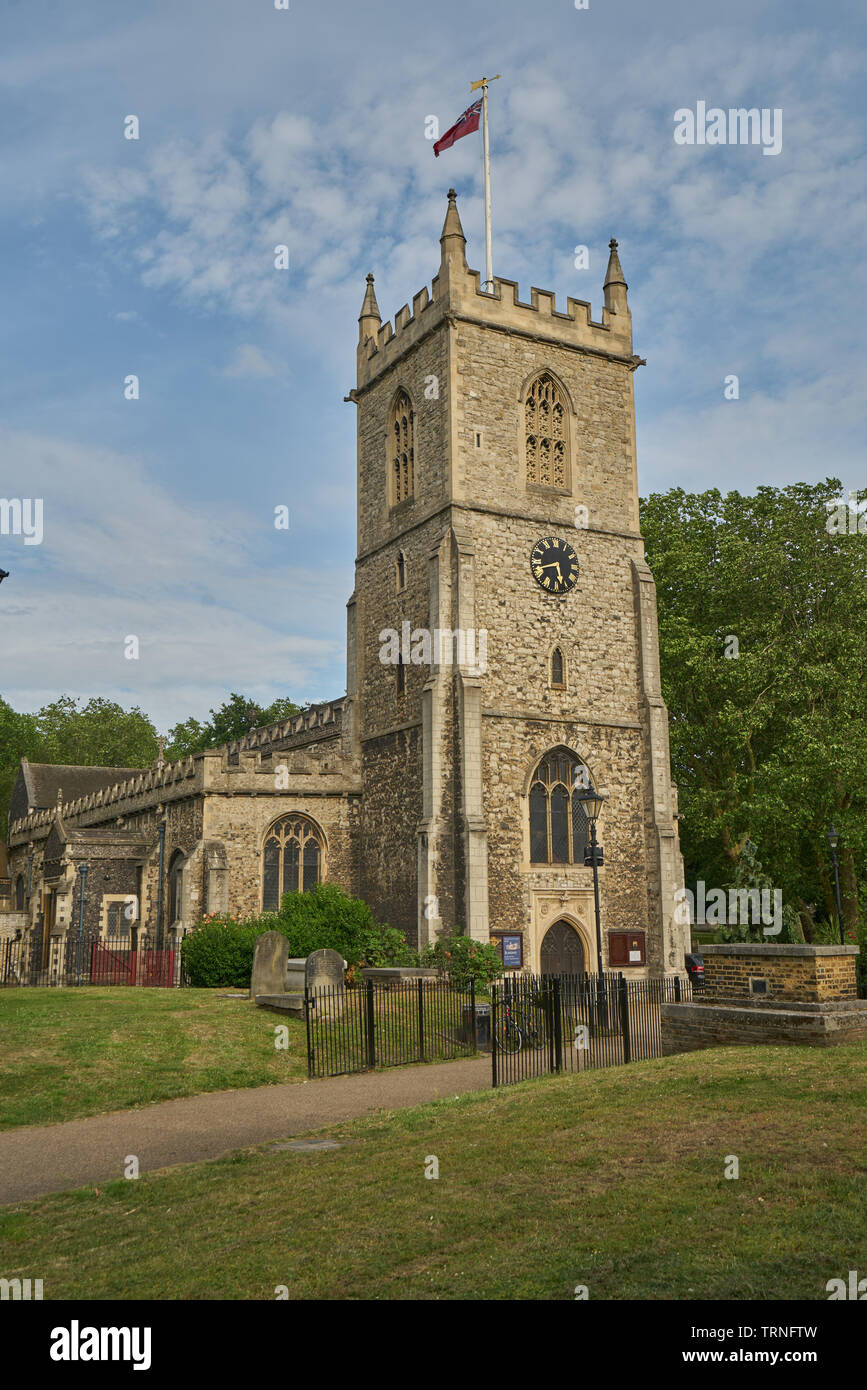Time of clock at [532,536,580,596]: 5:42
